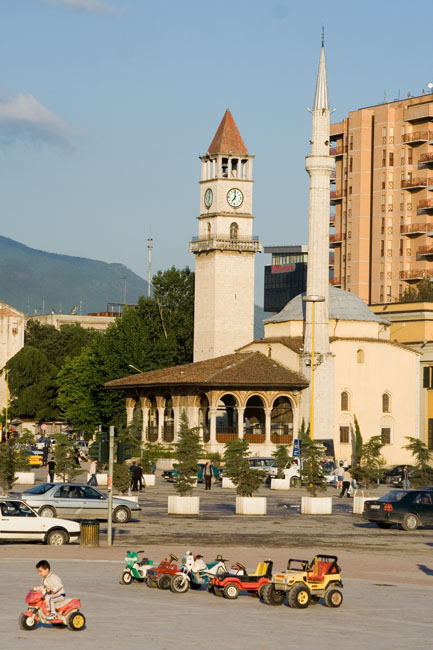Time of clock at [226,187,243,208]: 7:00
